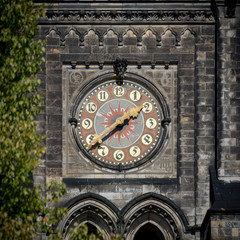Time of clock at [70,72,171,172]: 1:38
